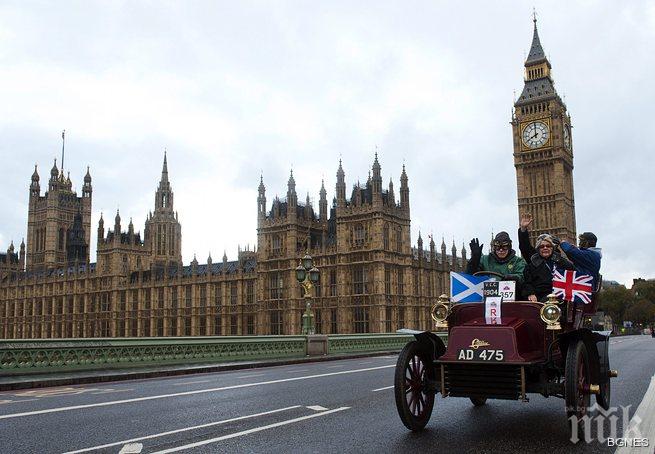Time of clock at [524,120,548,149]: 7:59
